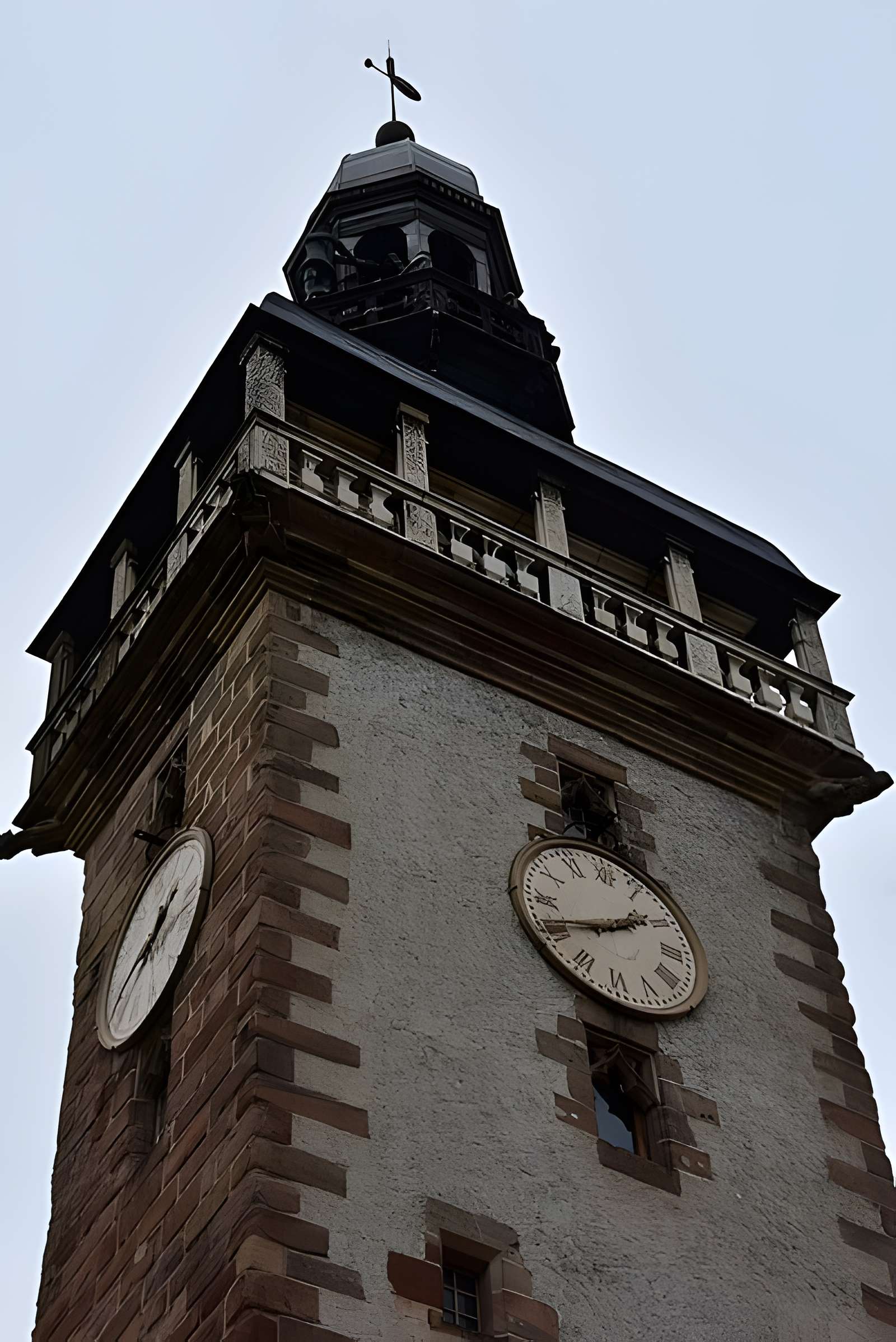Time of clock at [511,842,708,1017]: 1:41
